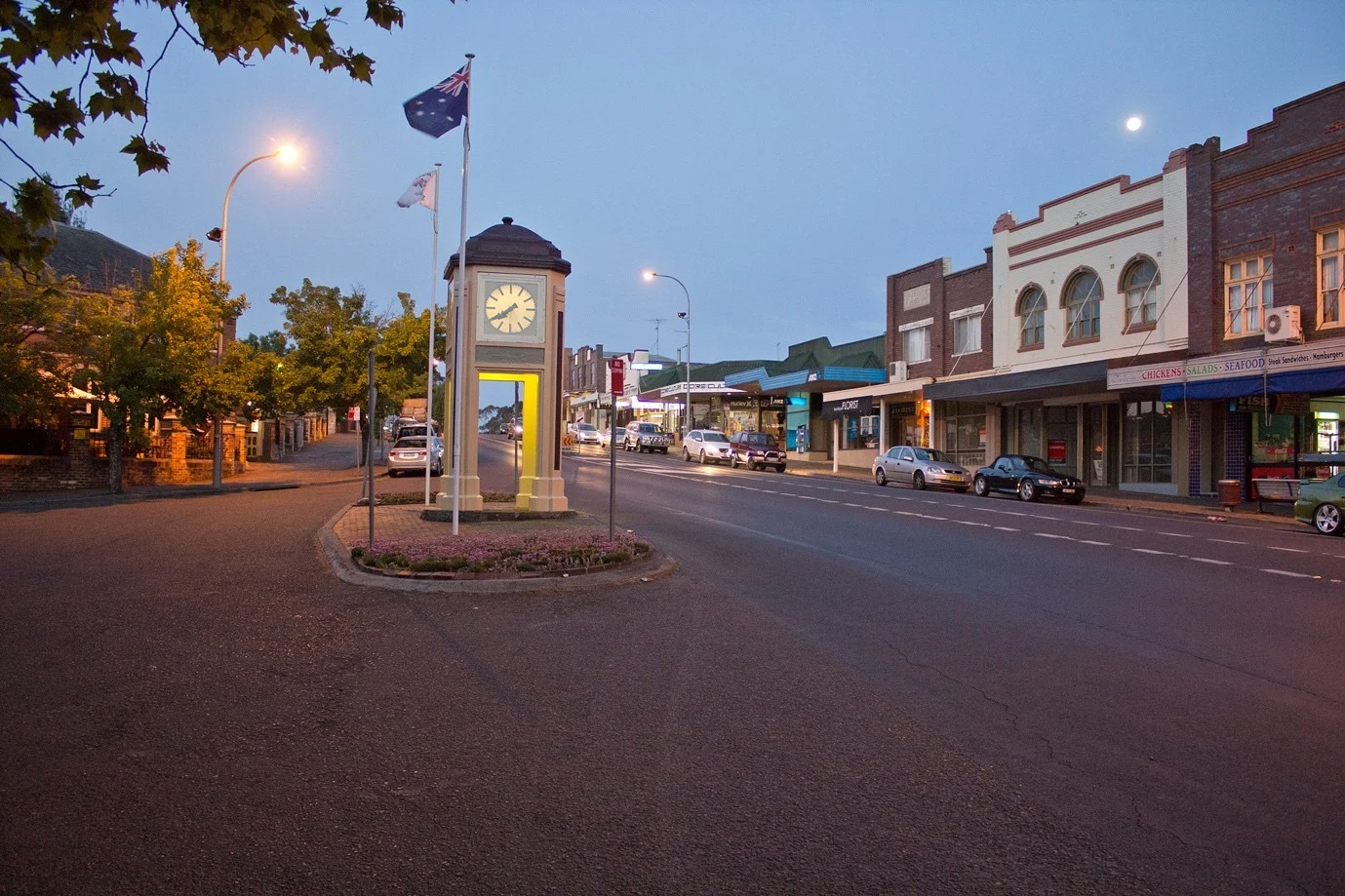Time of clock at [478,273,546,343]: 7:39
